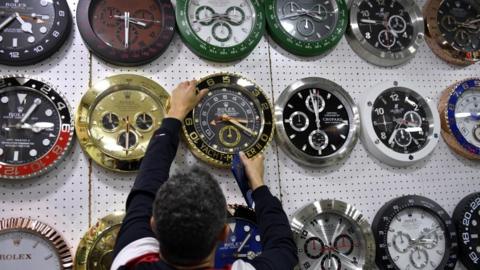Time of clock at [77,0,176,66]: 3:29
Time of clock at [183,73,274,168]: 3:20
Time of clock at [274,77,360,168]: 11:58
